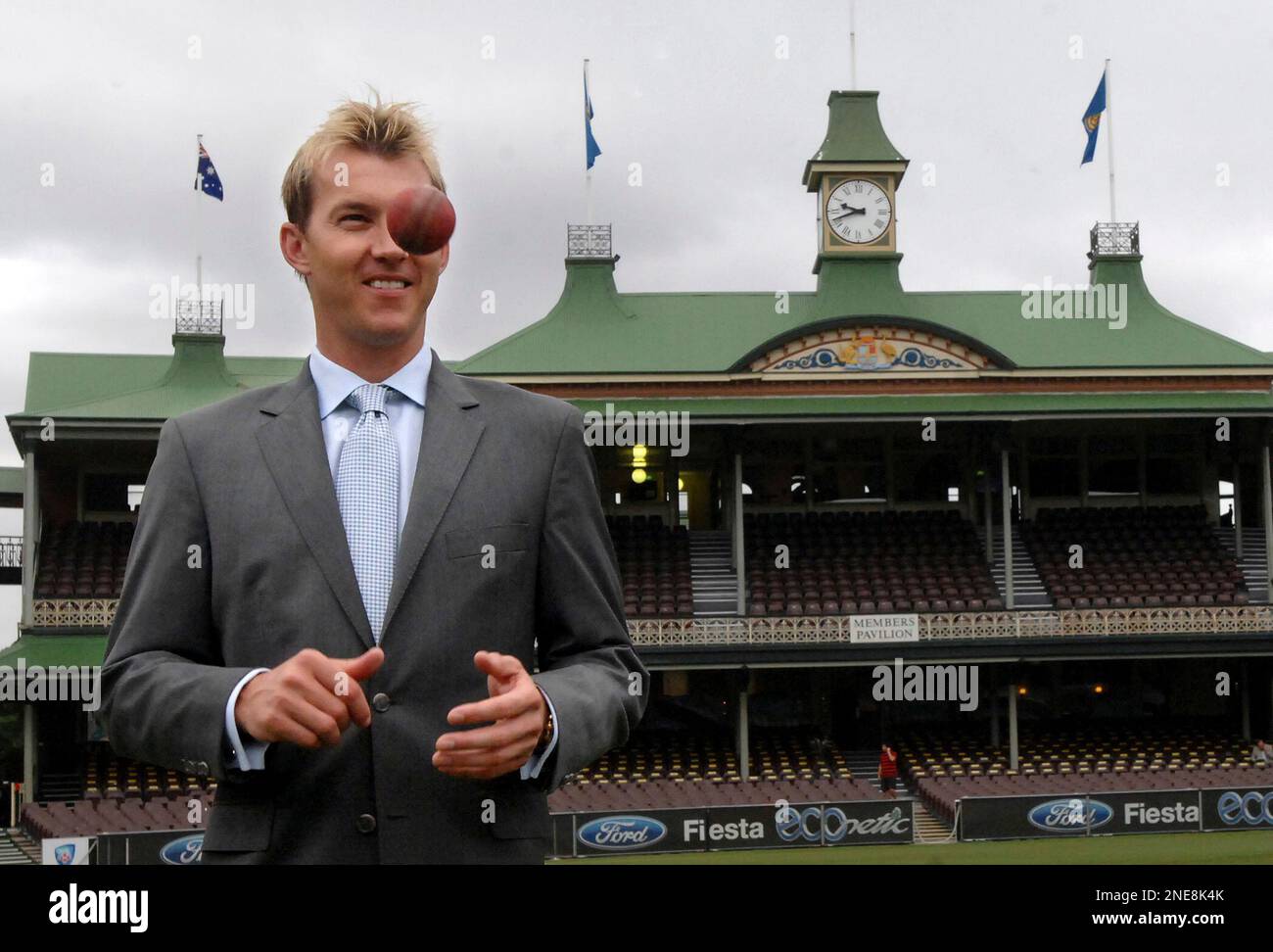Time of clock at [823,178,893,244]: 9:41
